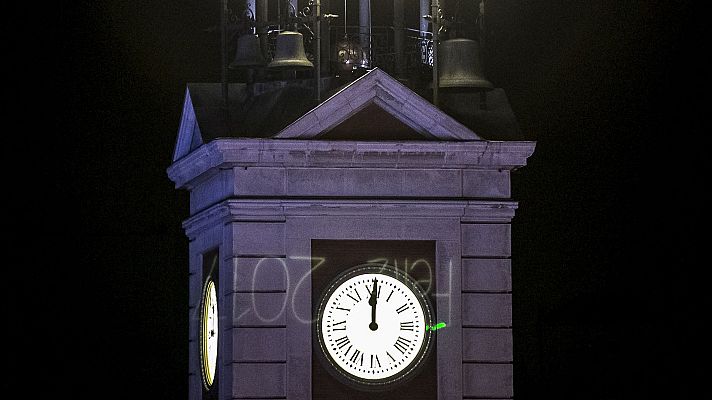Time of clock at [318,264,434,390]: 12:00
